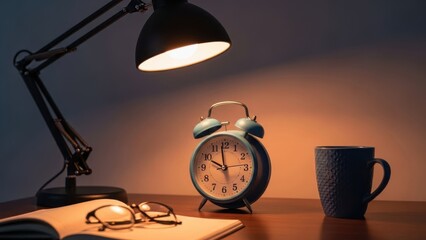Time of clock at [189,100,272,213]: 9:58
